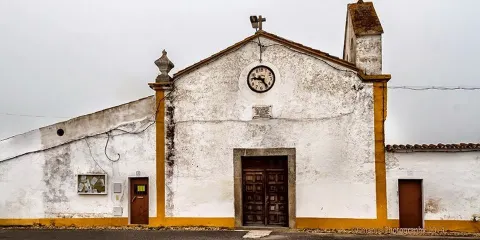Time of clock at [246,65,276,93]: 9:23
